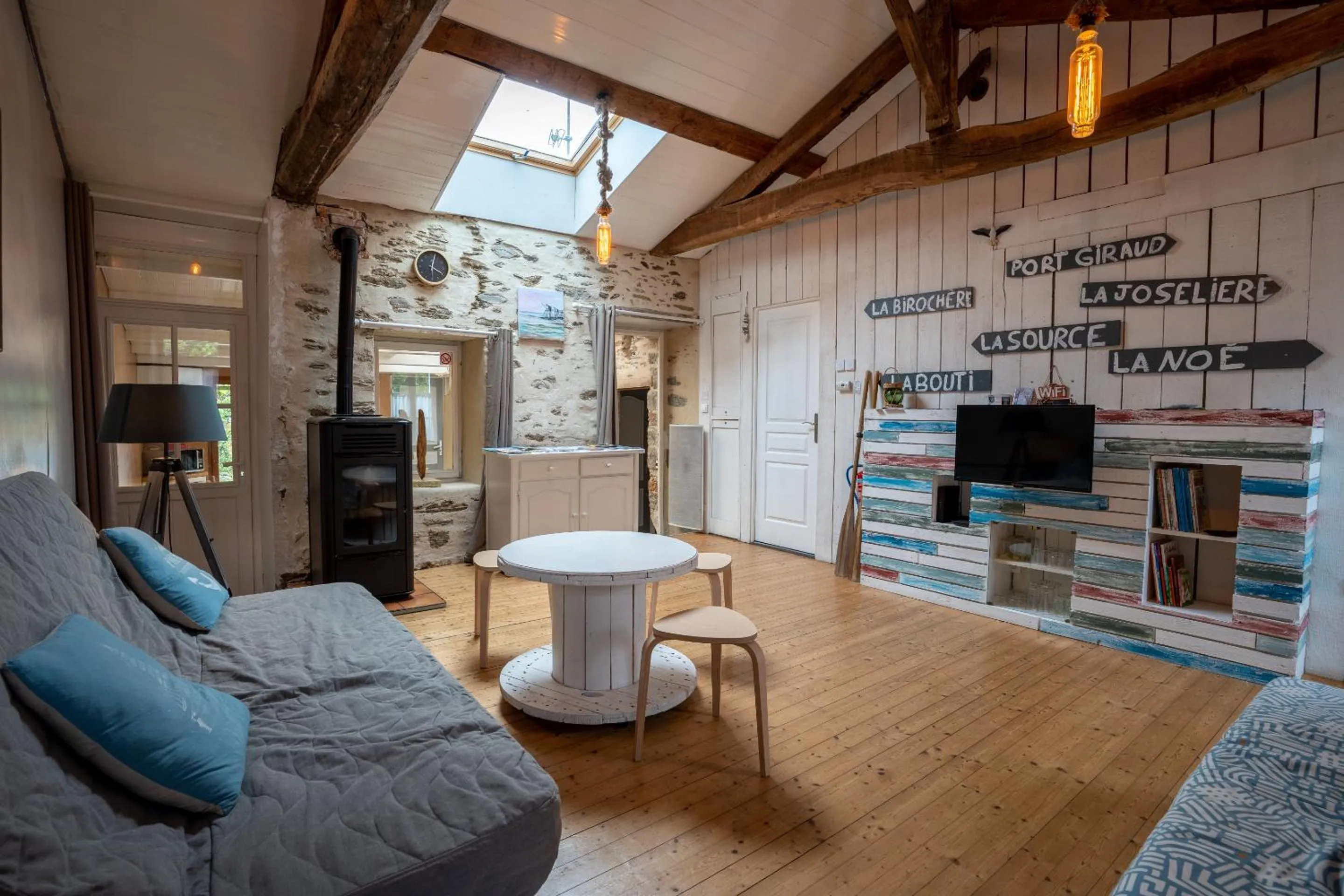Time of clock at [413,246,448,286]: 4:02
